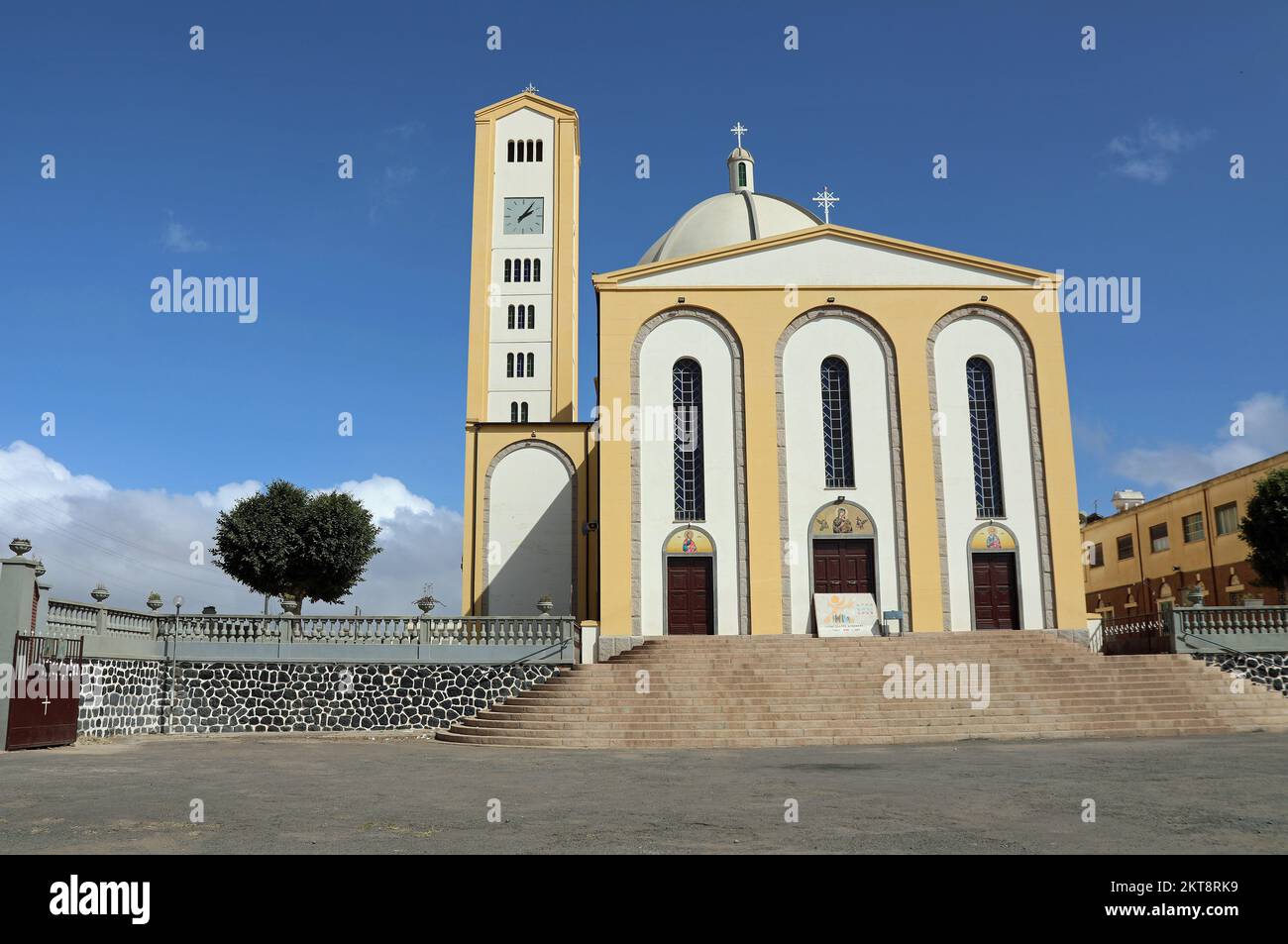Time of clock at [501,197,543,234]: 2:06
